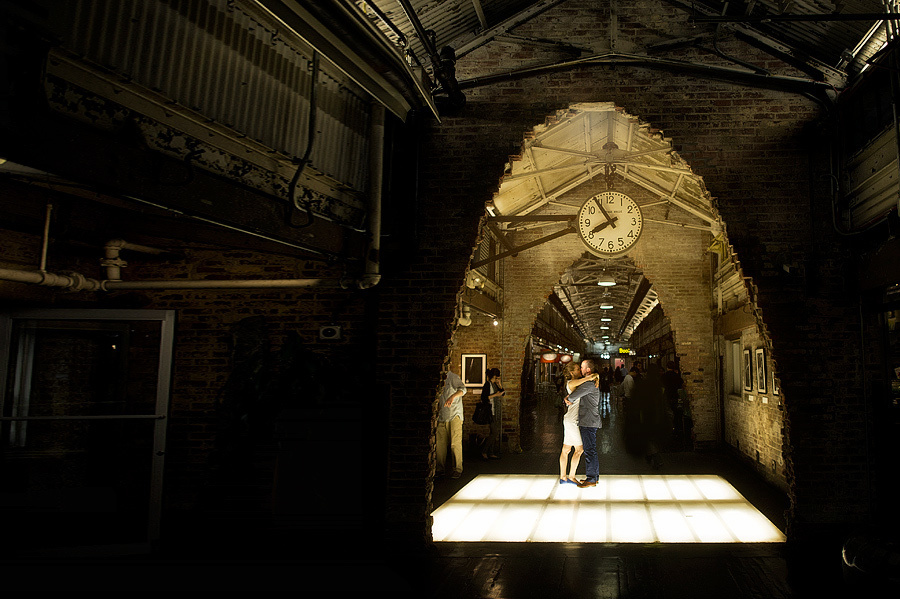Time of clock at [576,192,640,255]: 7:54
